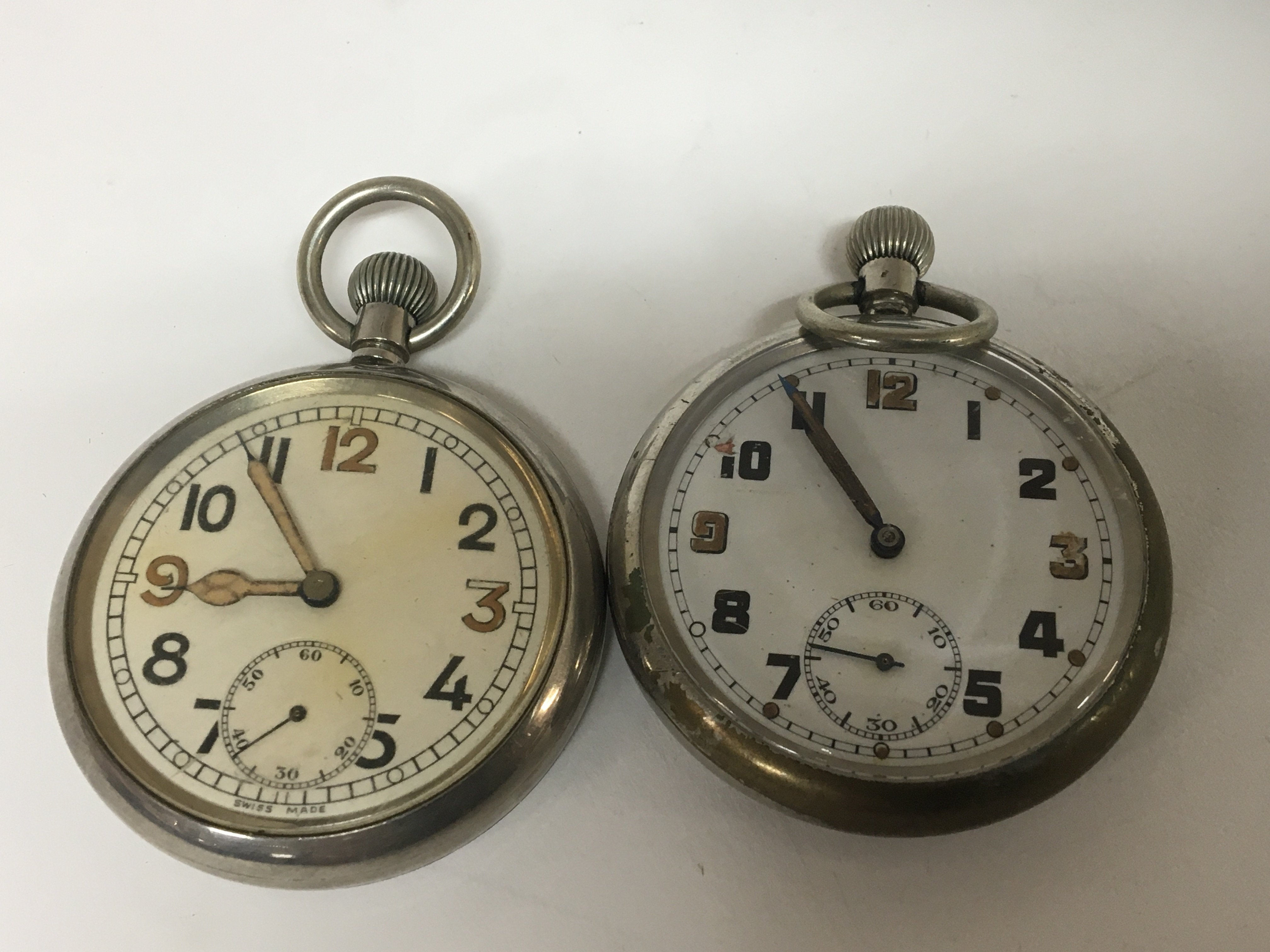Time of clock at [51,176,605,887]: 8:54
